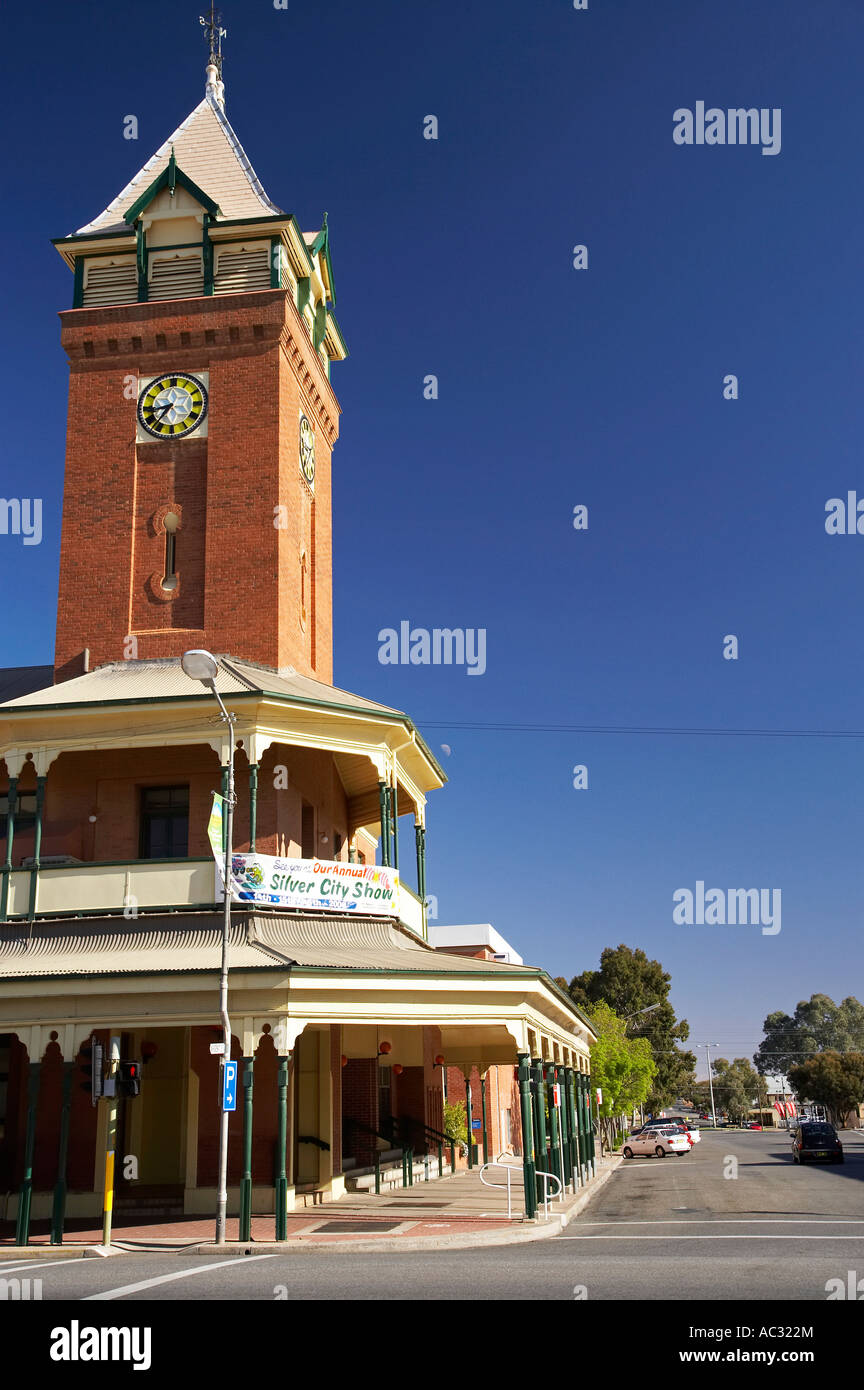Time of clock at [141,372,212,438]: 8:36
